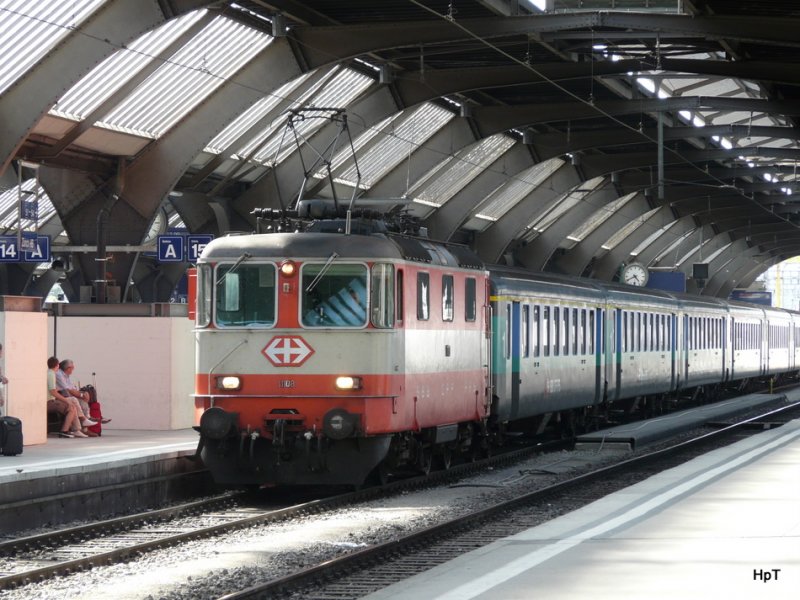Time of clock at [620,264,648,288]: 4:40
